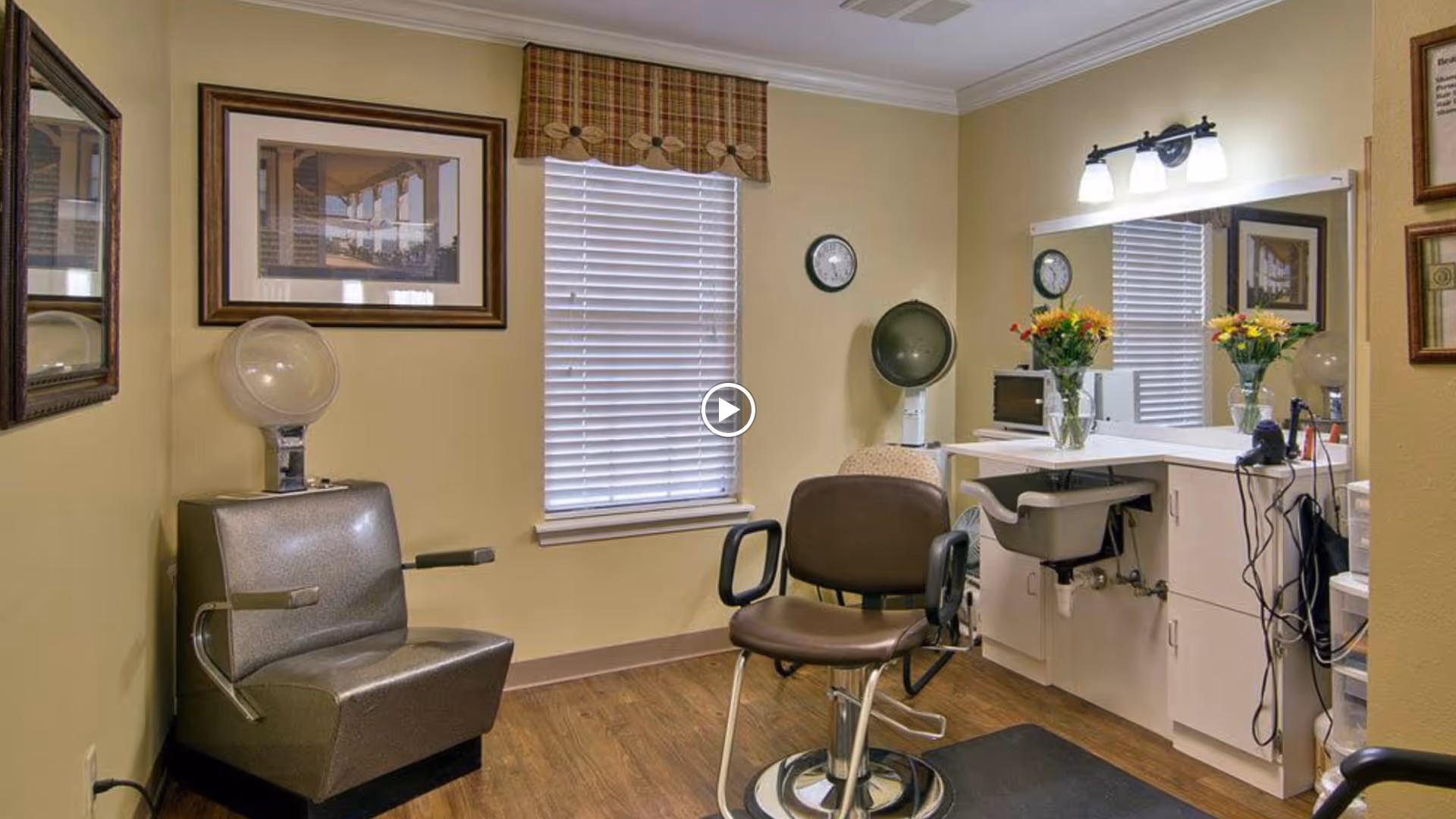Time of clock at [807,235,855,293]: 5:27
